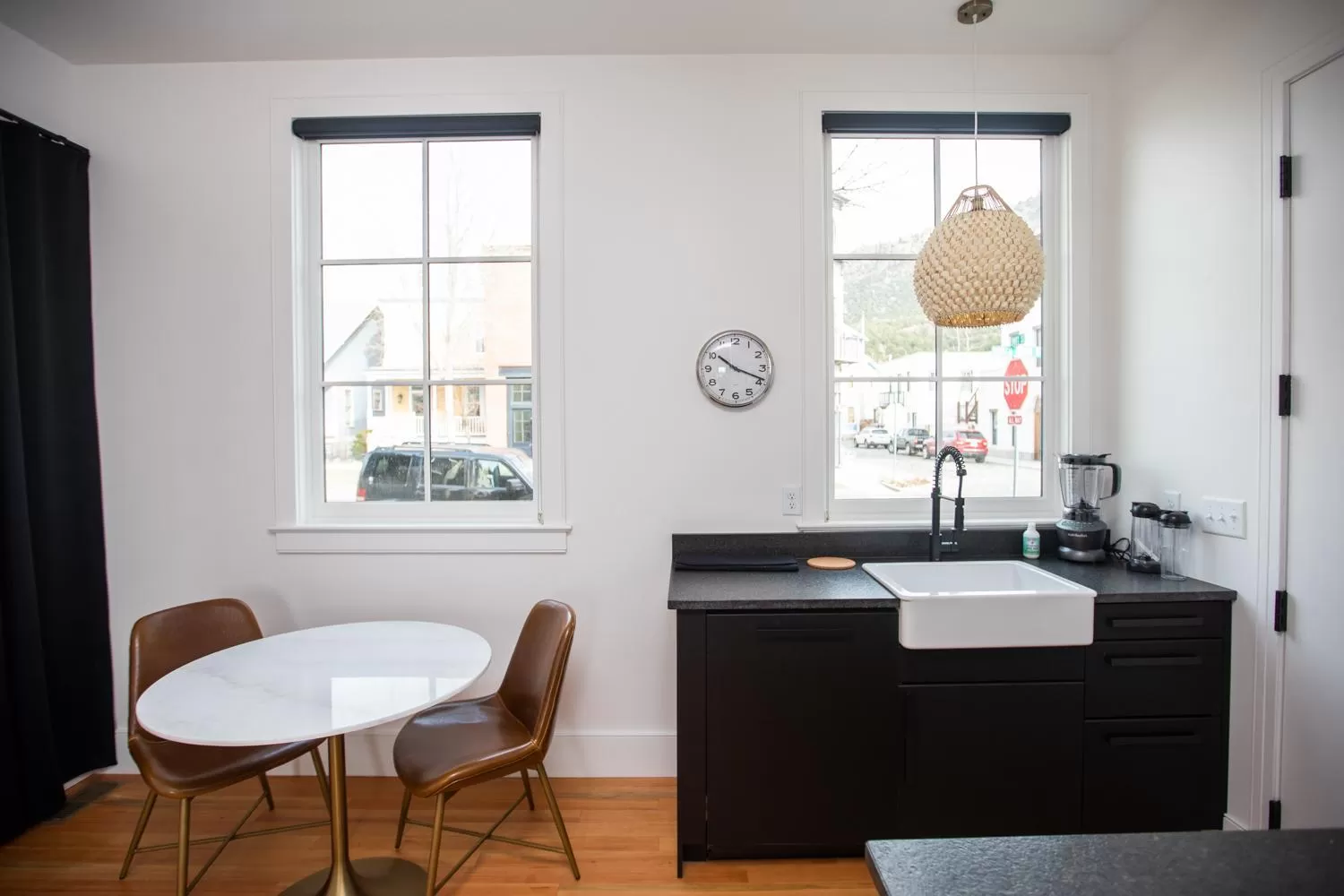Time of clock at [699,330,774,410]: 10:18
